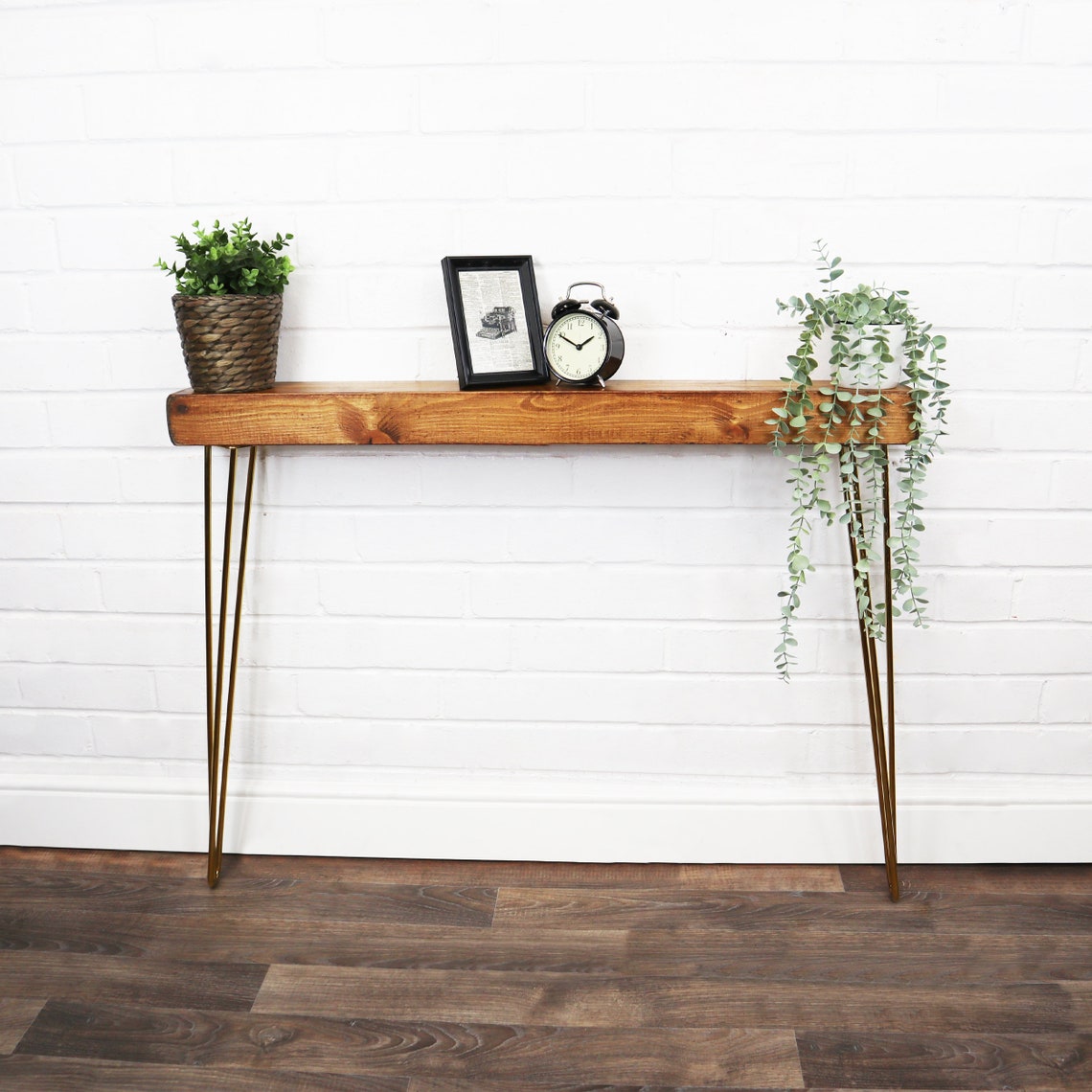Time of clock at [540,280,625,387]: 1:49
